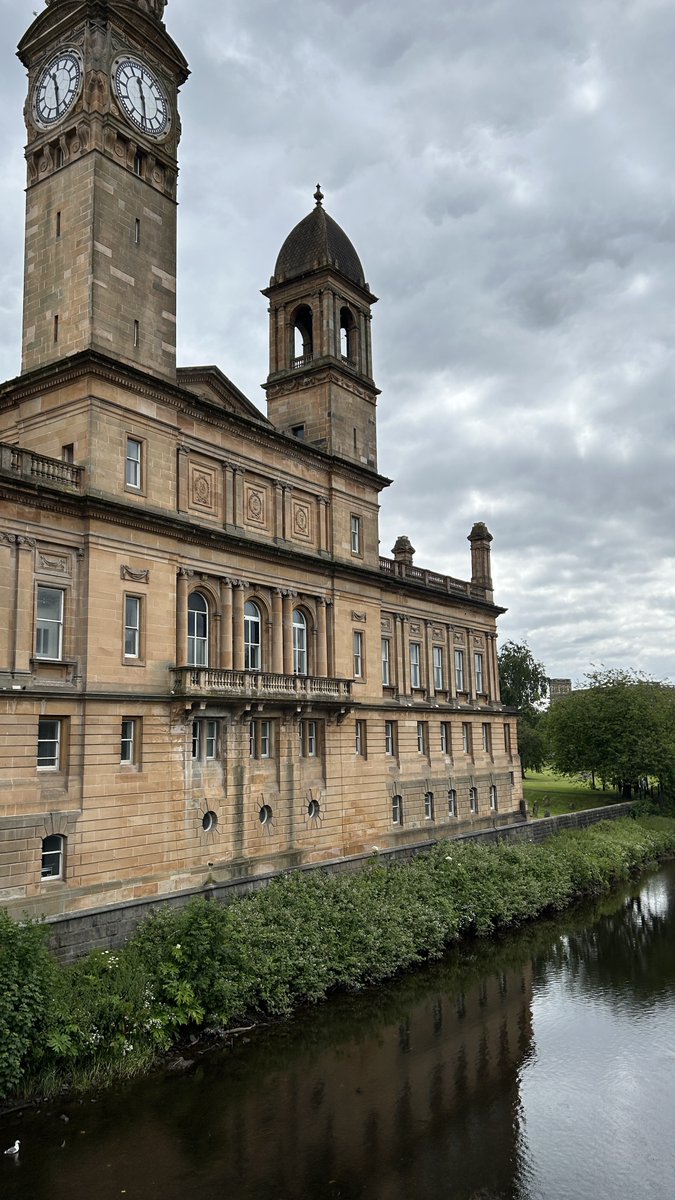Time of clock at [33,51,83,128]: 11:29
